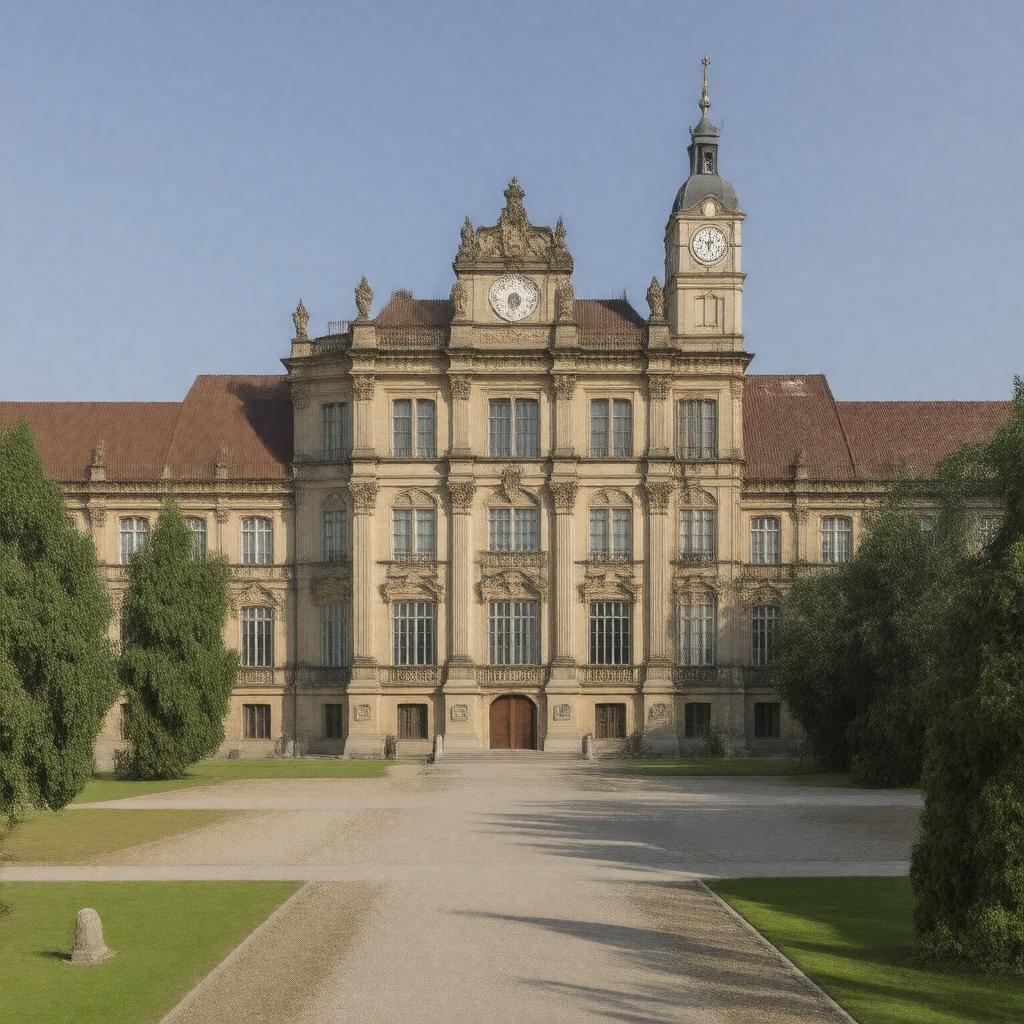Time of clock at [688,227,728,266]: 5:59
